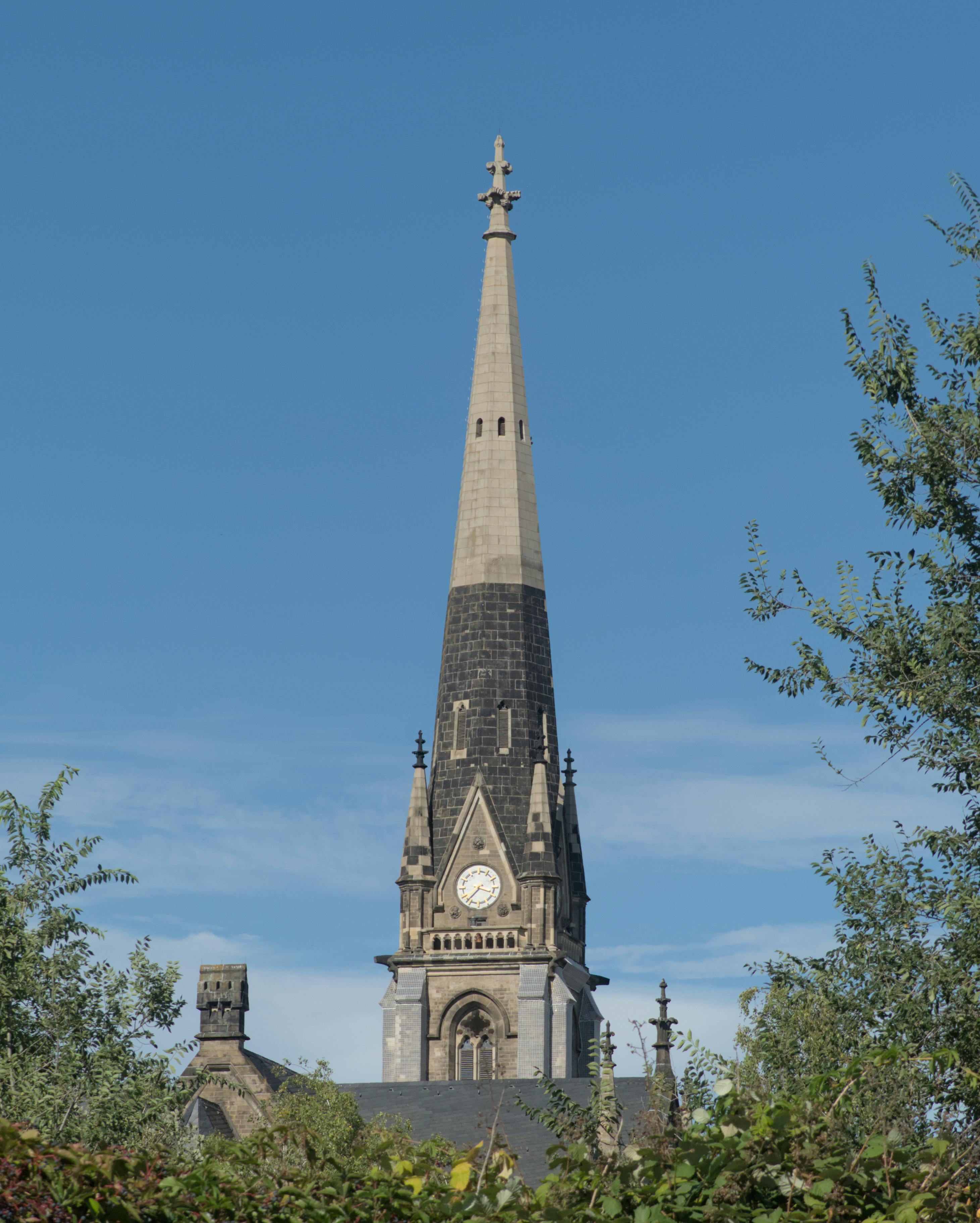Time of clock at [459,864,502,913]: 3:37
